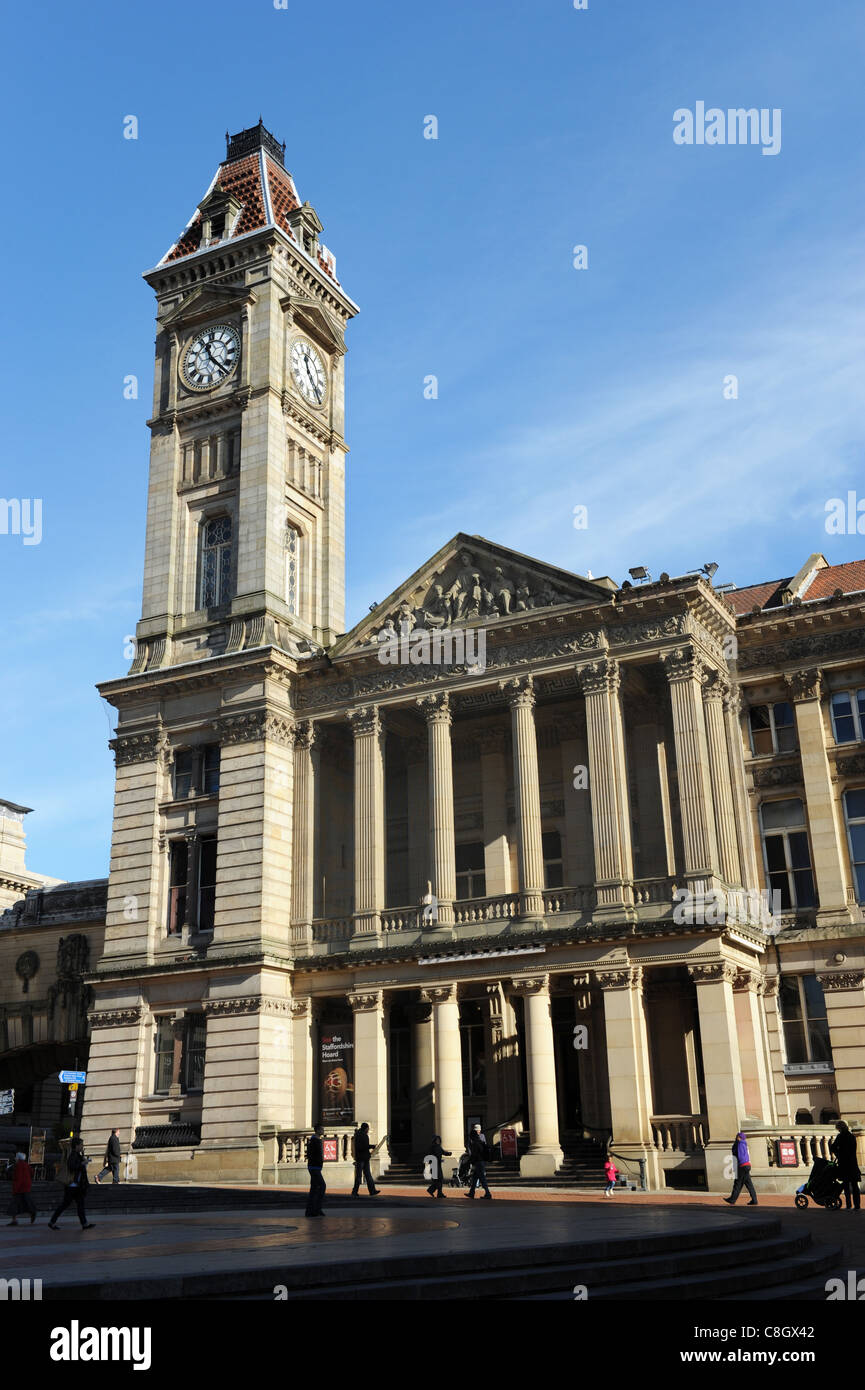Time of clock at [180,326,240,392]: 11:23
